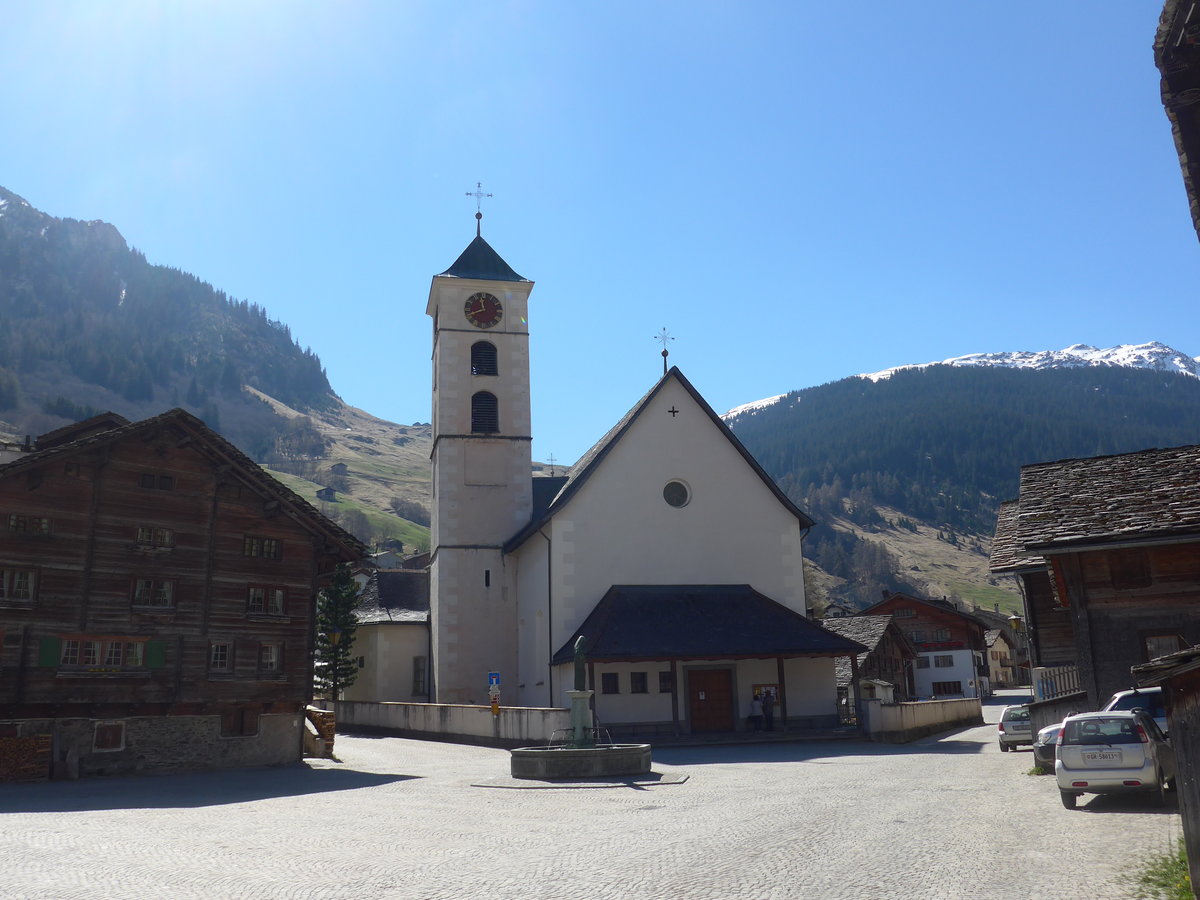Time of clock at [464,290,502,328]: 11:41
